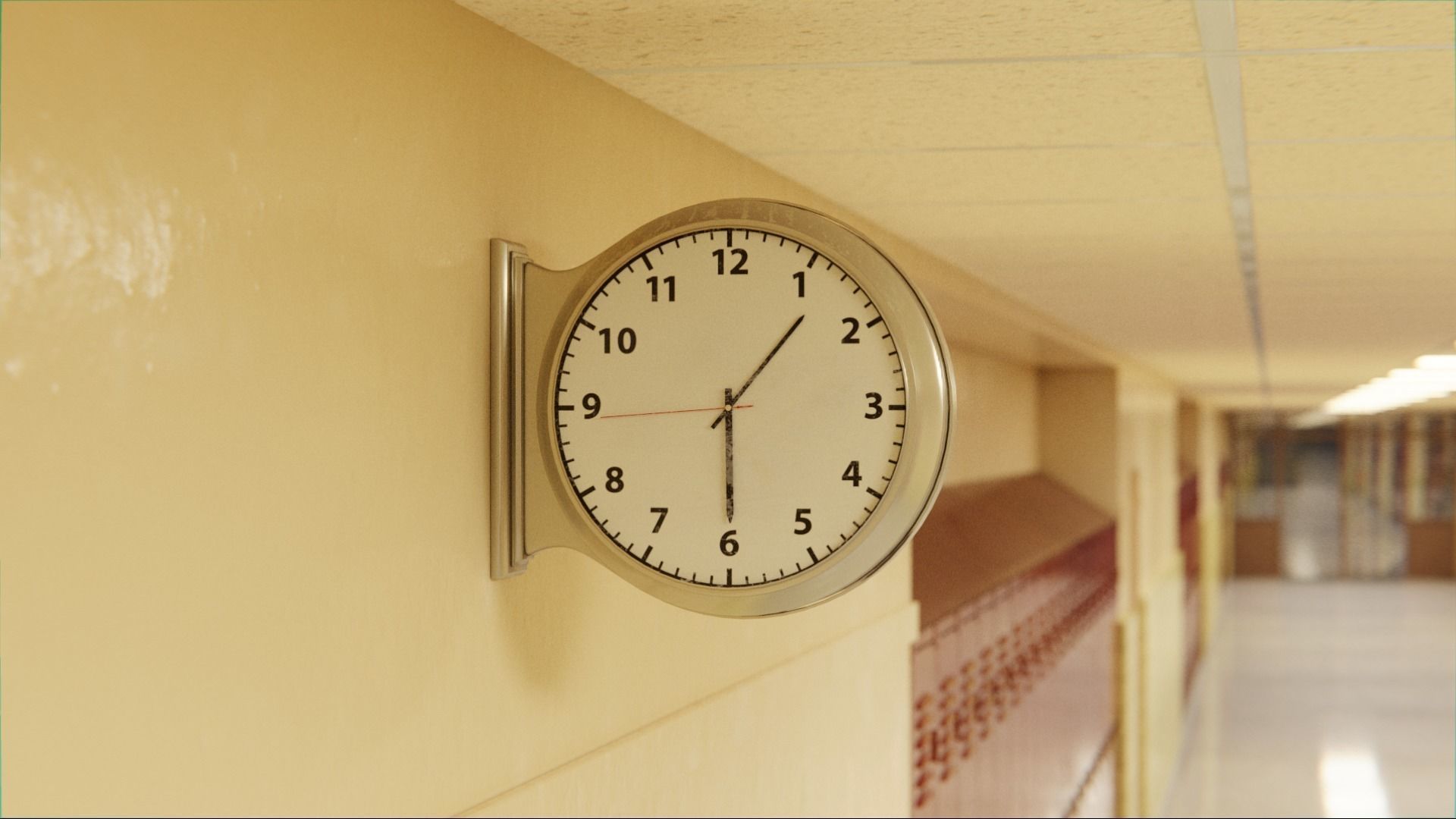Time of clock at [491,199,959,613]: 1:29
